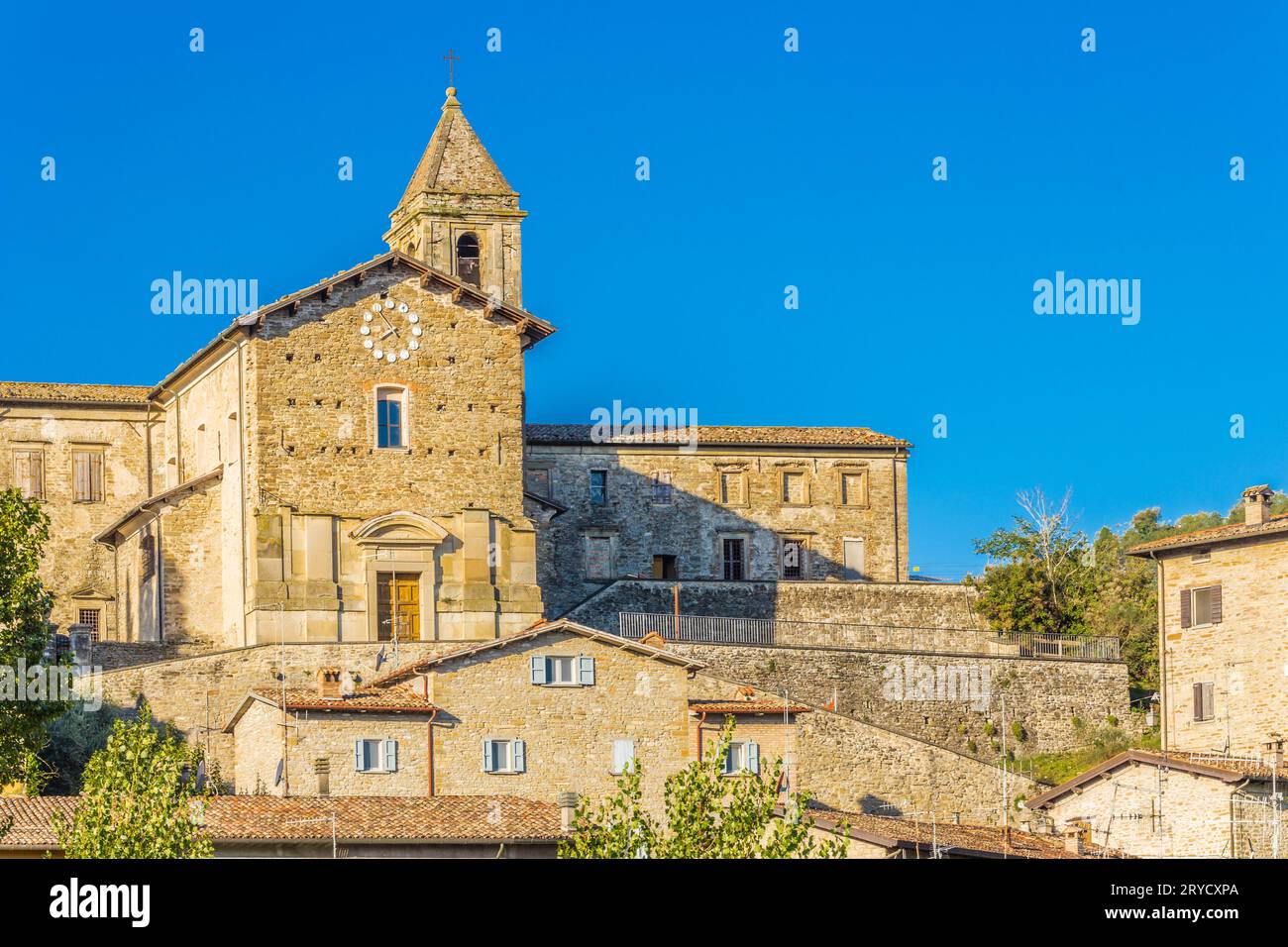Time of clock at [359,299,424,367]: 7:53
